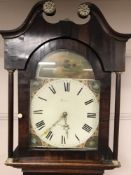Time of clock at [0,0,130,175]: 5:36
